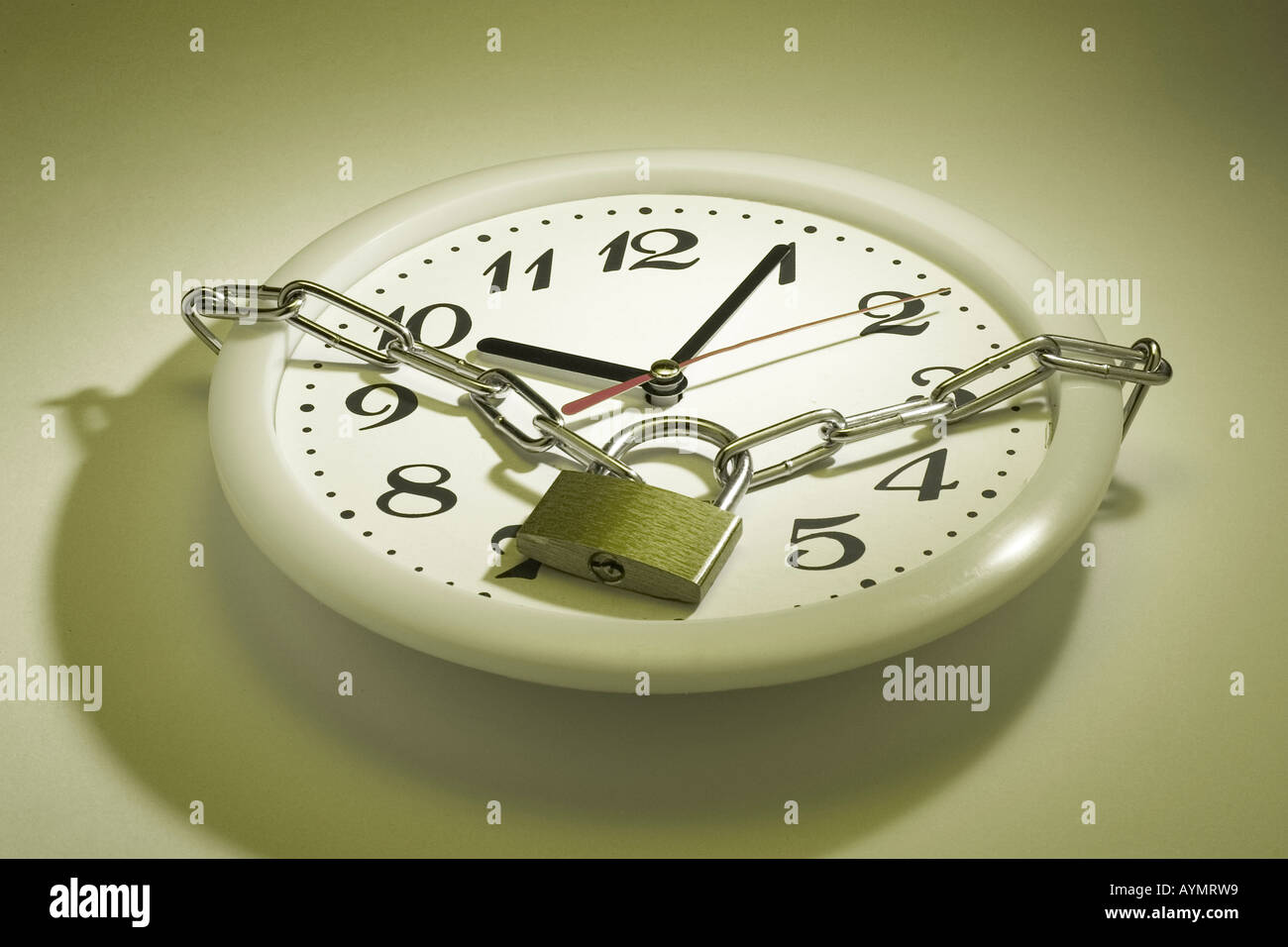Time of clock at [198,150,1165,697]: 10:04
